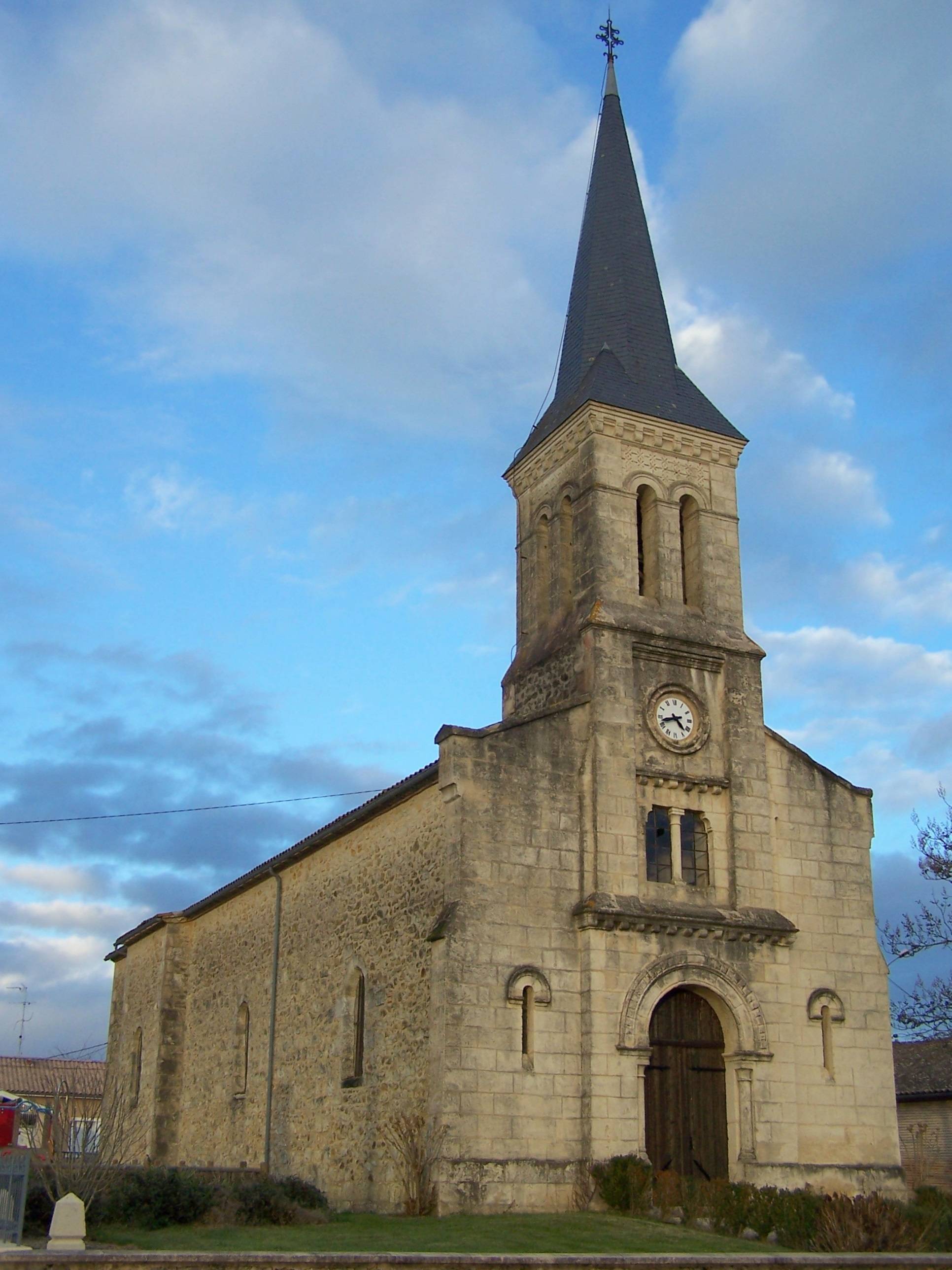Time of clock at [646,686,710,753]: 4:42
